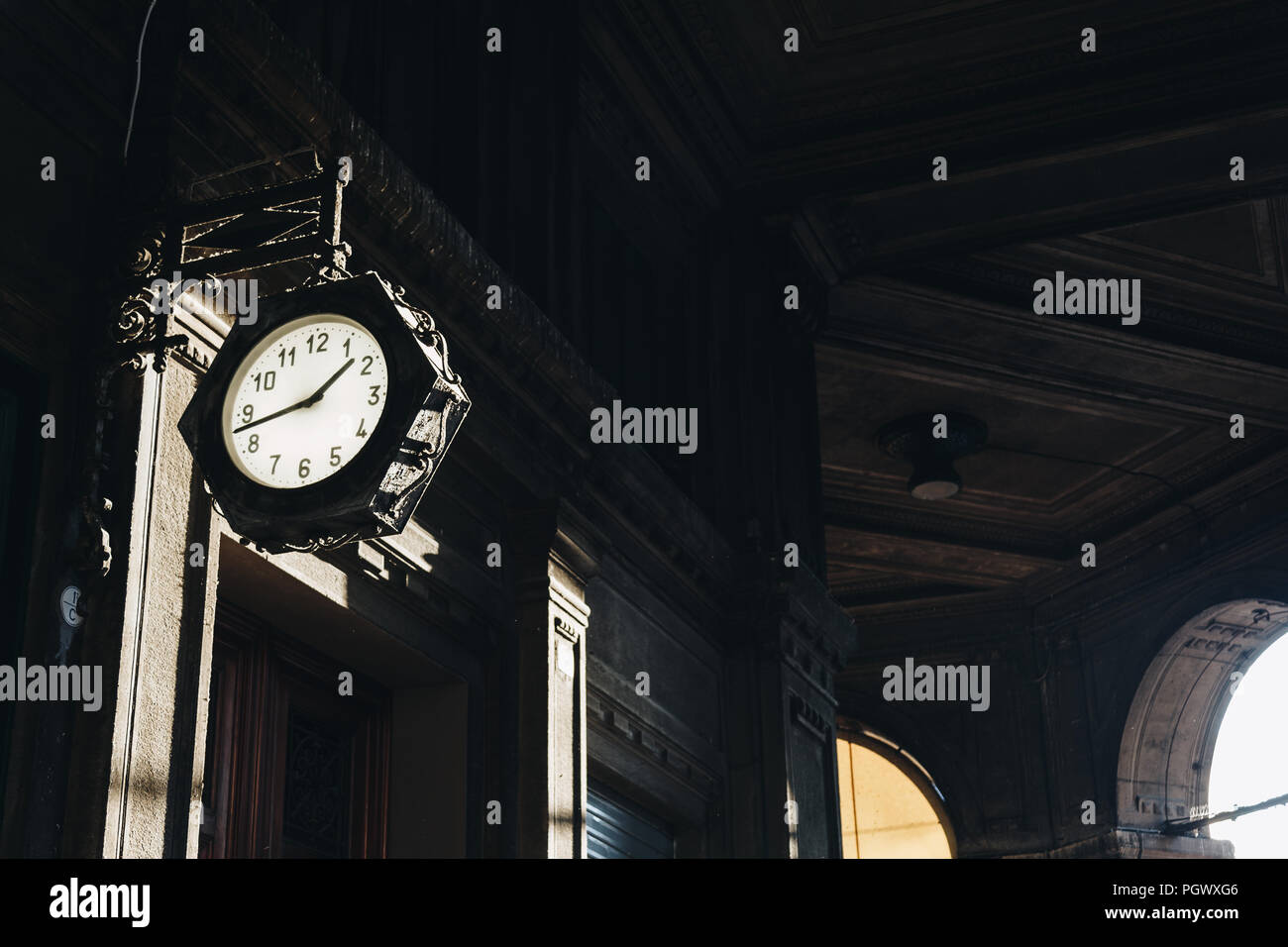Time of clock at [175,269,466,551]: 1:42
